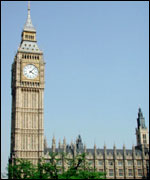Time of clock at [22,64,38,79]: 4:07
